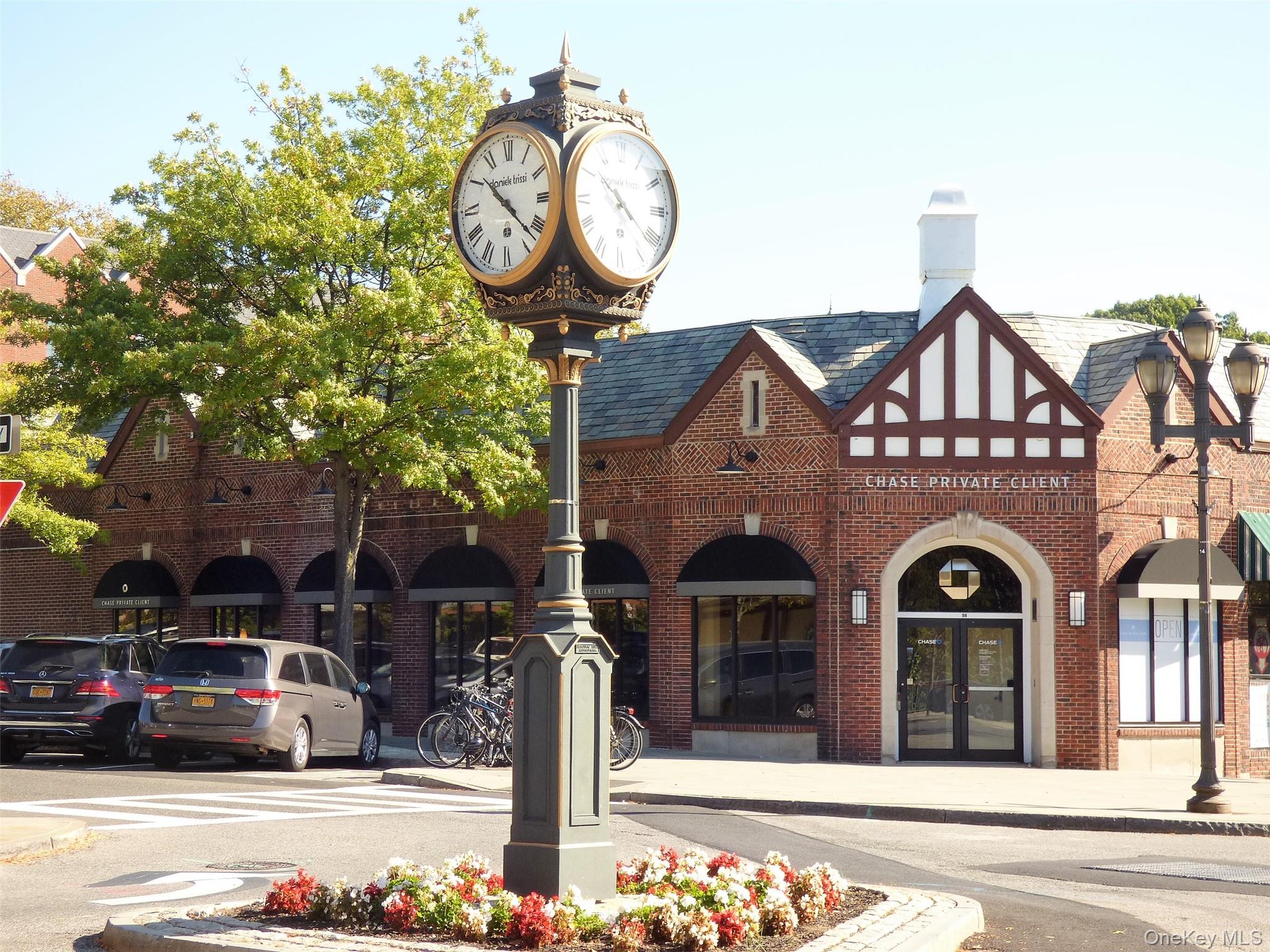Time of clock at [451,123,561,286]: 10:22
